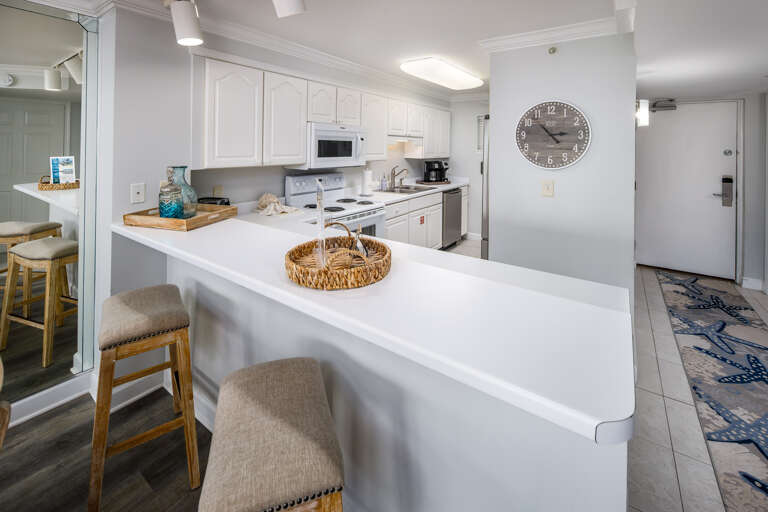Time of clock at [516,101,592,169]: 2:53
